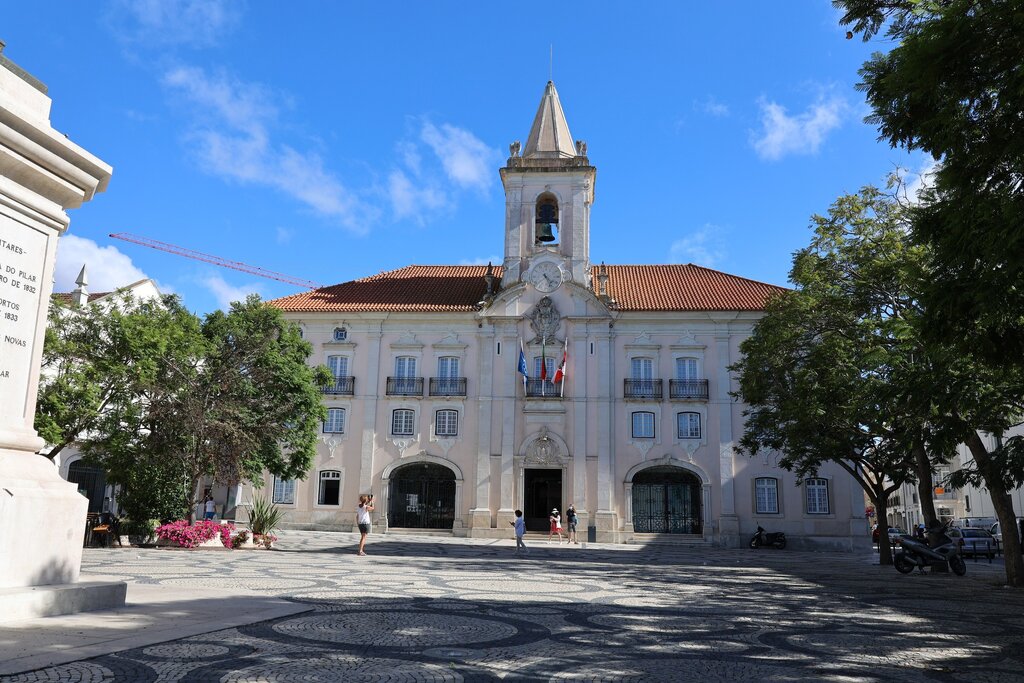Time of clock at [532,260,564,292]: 4:26
